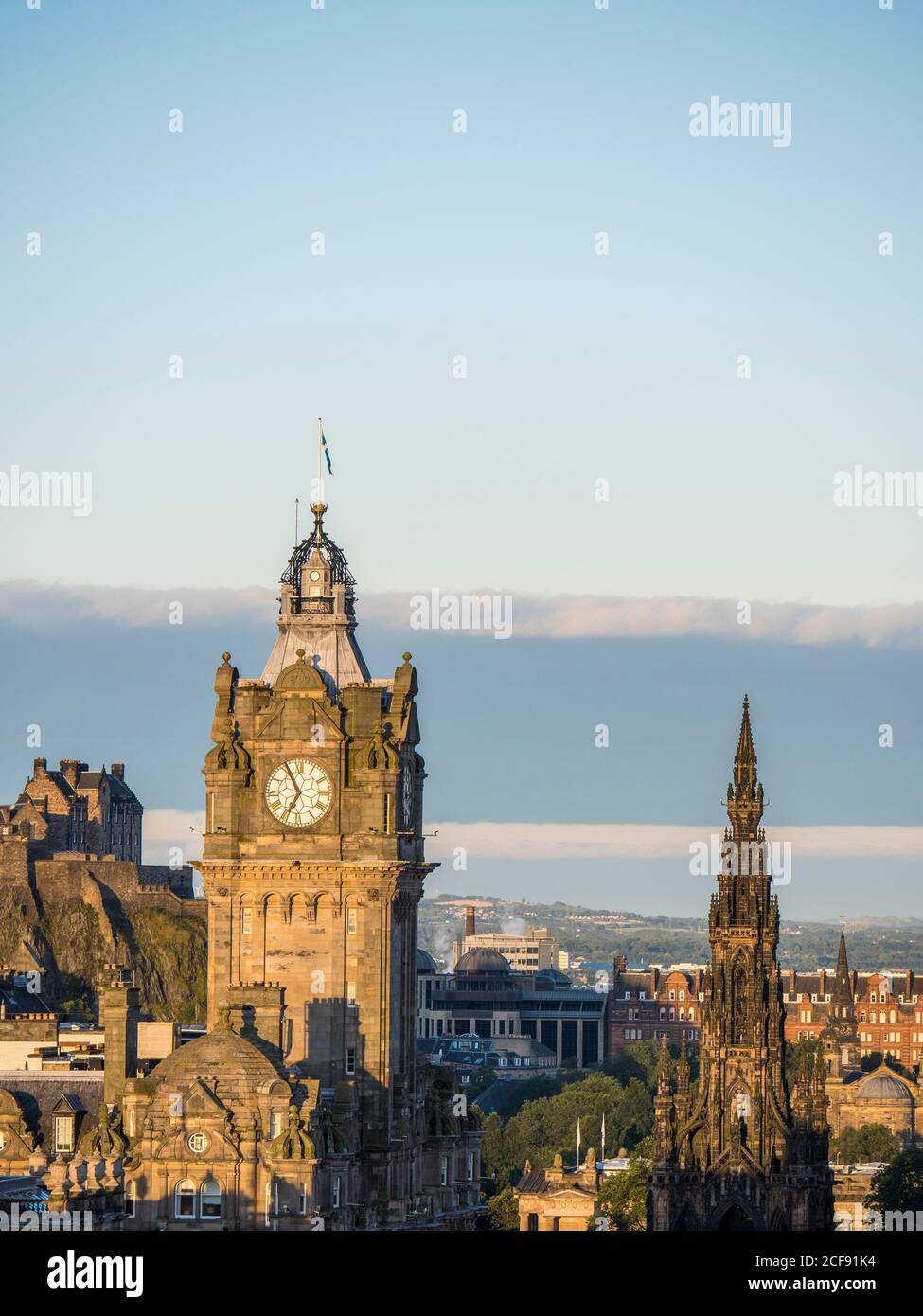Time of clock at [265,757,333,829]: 6:55
